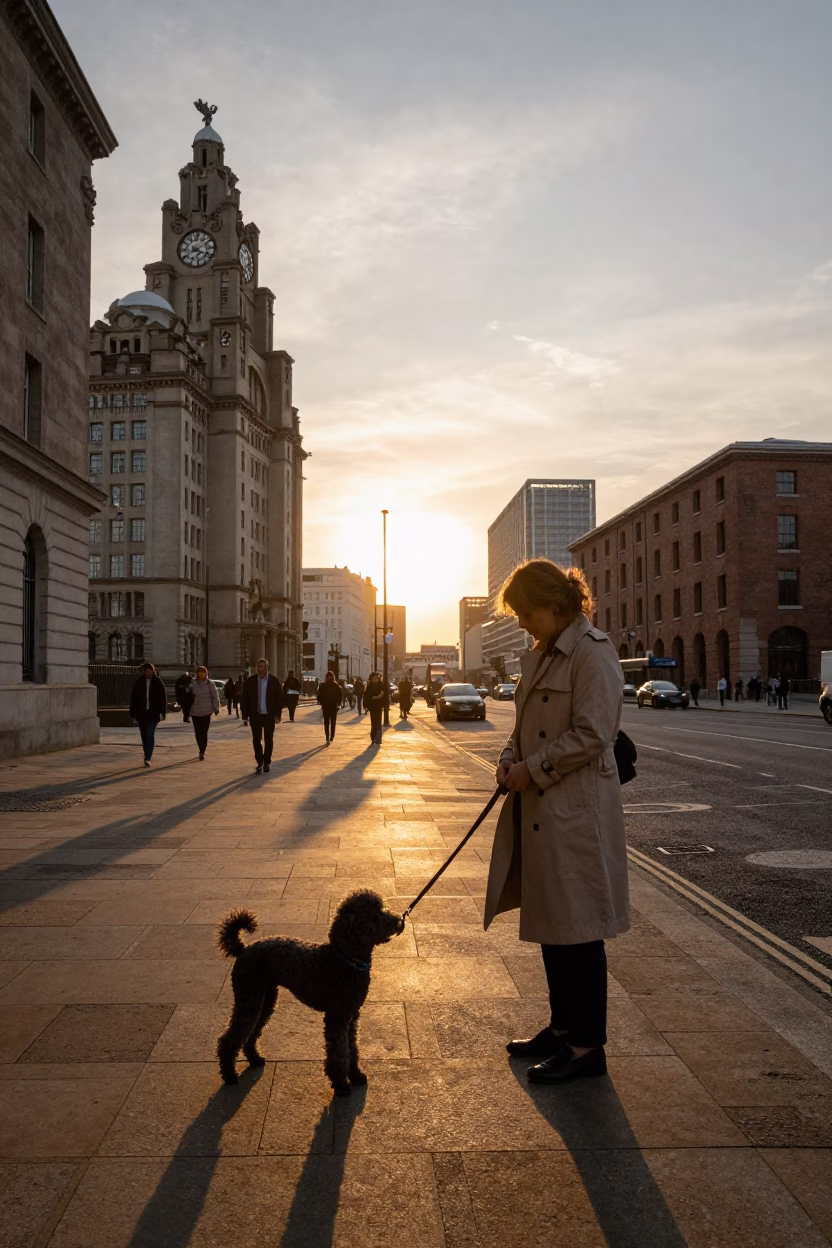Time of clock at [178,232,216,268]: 8:20
